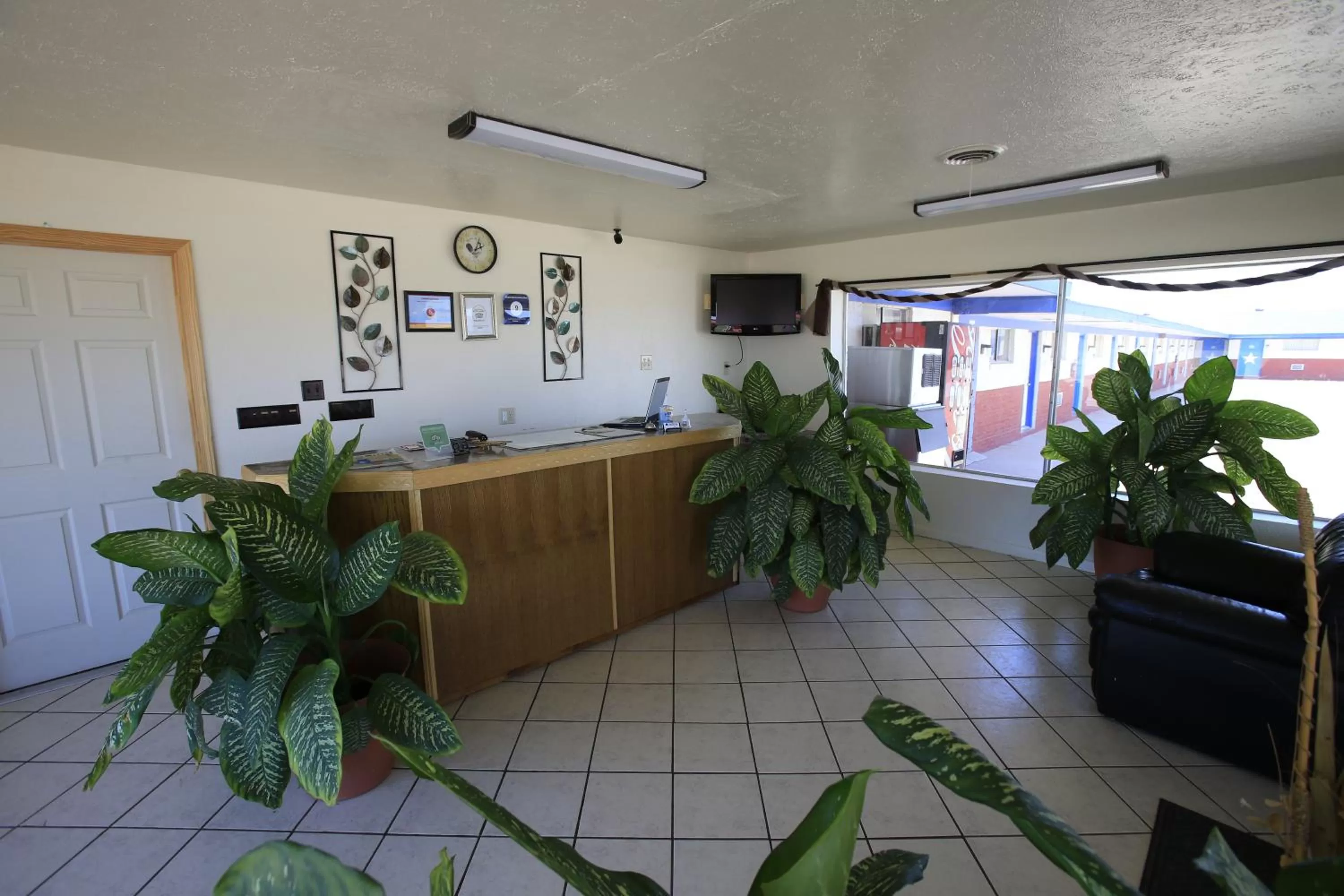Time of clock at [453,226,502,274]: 2:03
